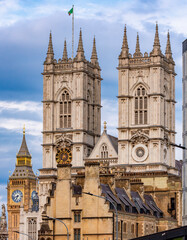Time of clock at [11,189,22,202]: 6:42
